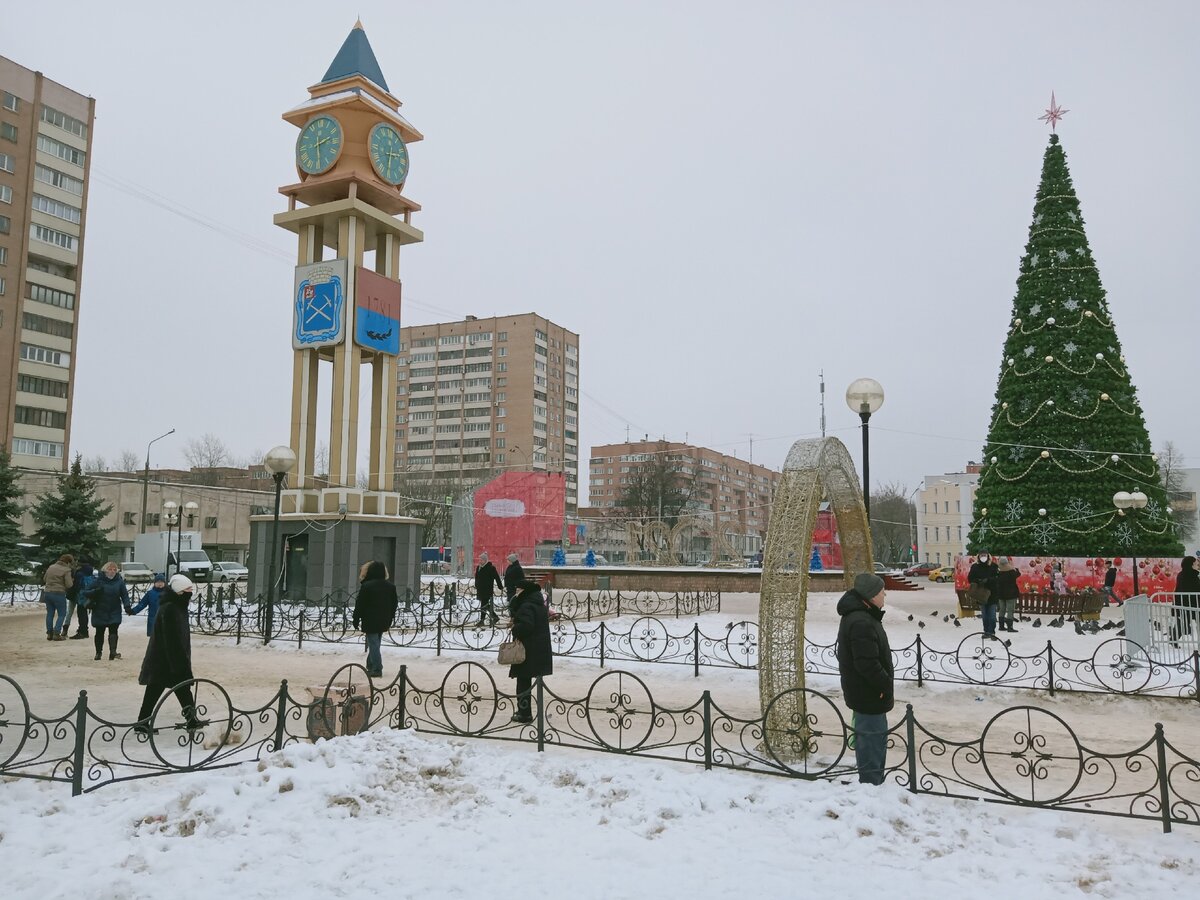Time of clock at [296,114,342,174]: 2:29
